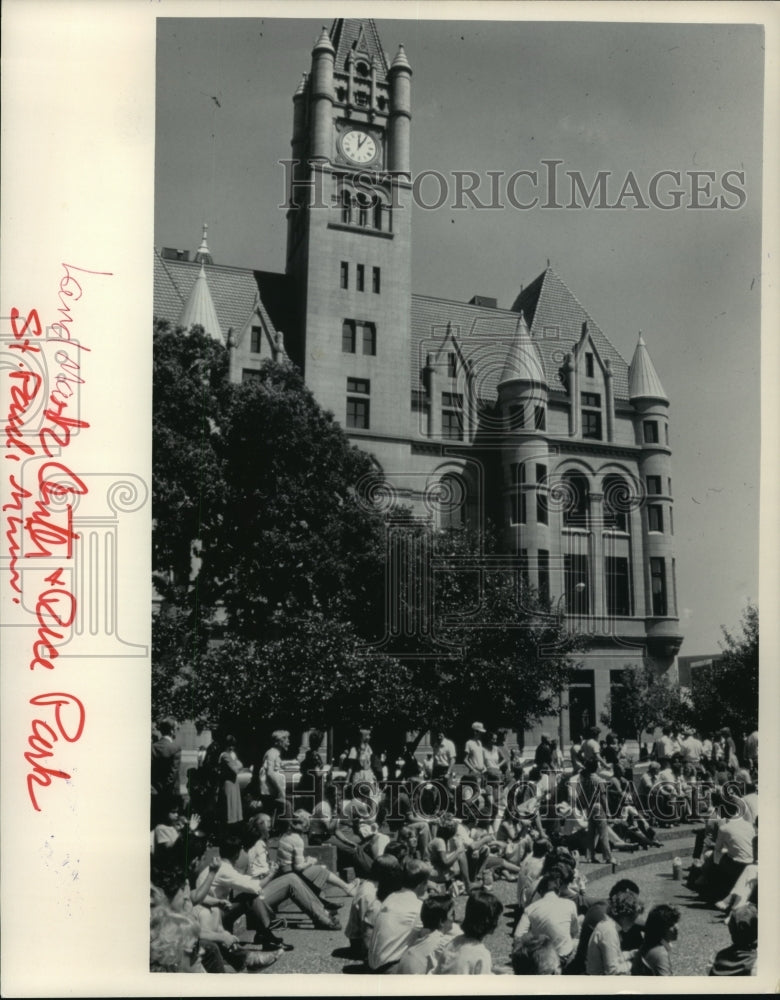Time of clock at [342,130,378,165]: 12:05
